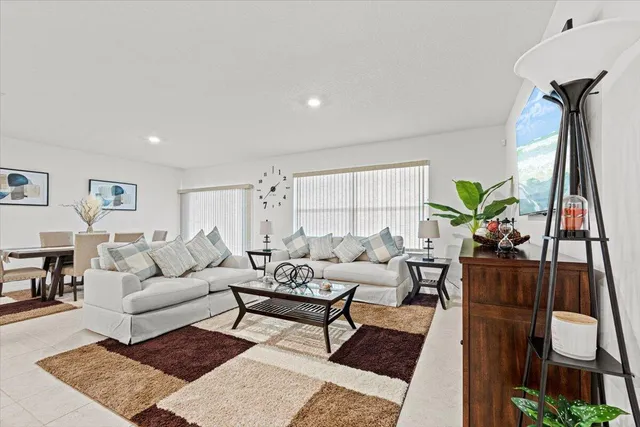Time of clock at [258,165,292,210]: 1:37
